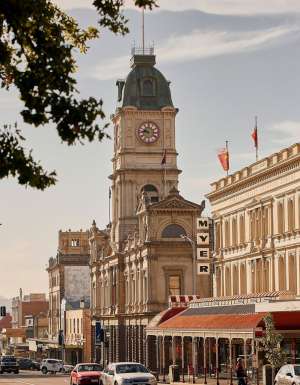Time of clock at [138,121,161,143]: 9:45
